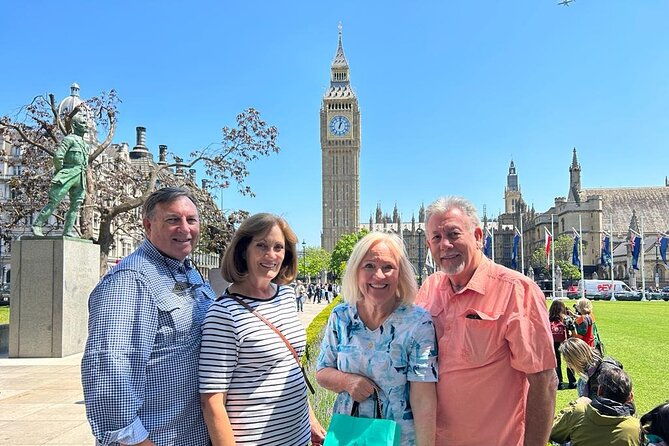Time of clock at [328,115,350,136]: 1:01
